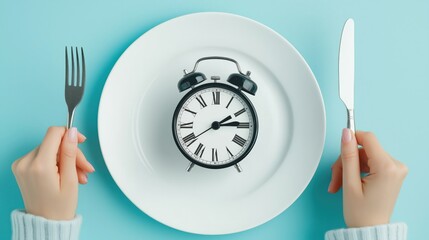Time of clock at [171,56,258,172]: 2:14
